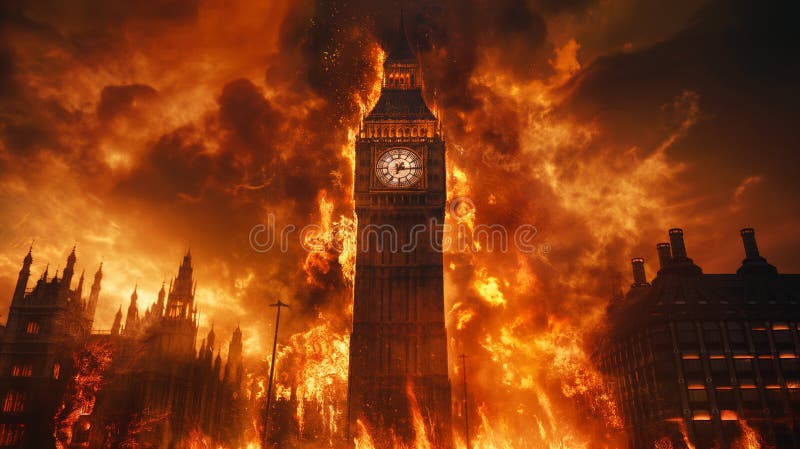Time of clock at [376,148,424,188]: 6:15
